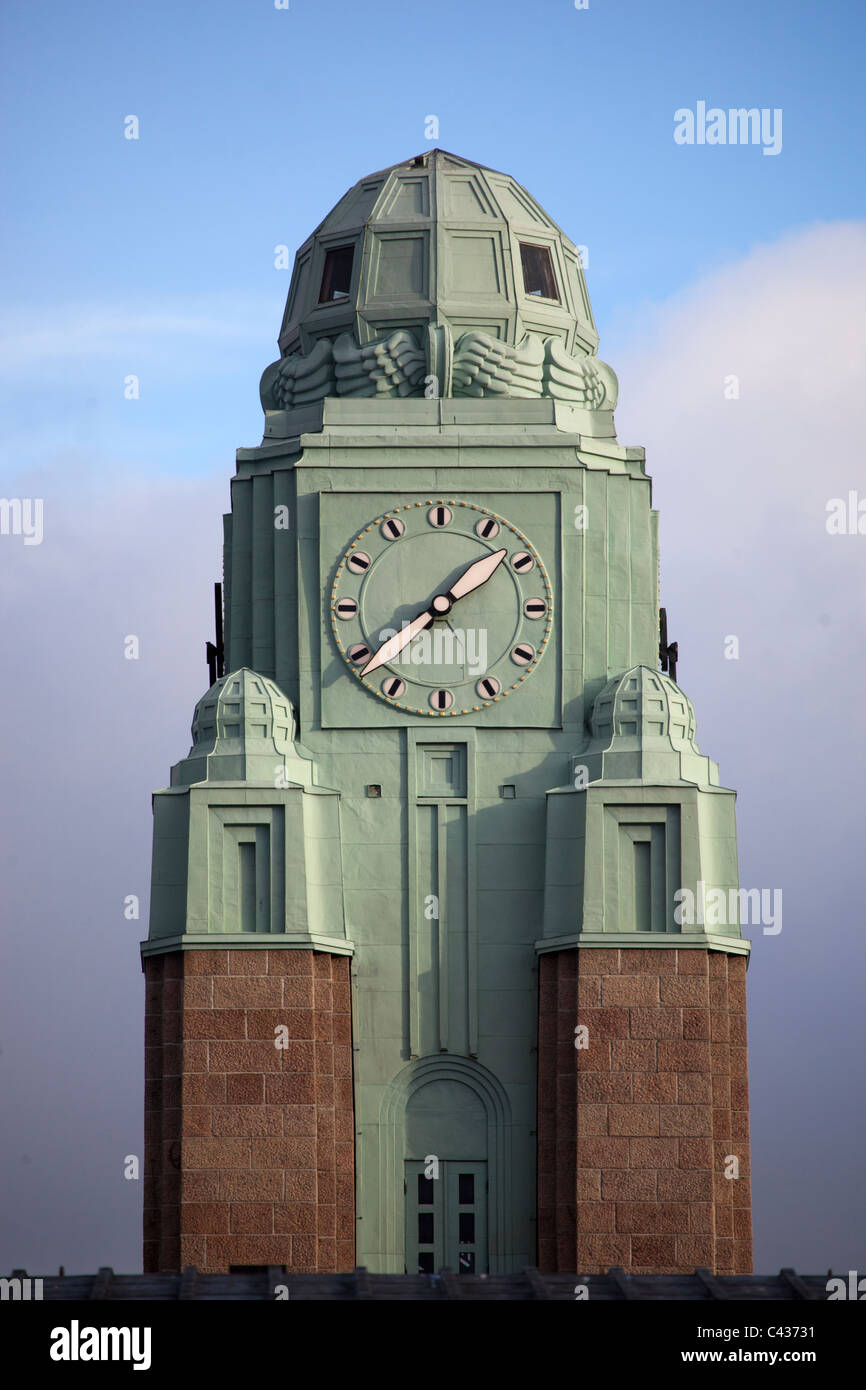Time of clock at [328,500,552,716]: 1:39
